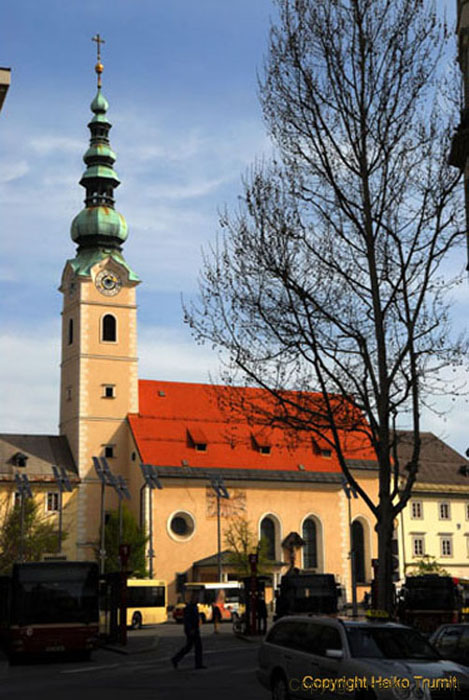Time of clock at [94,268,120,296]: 7:17
